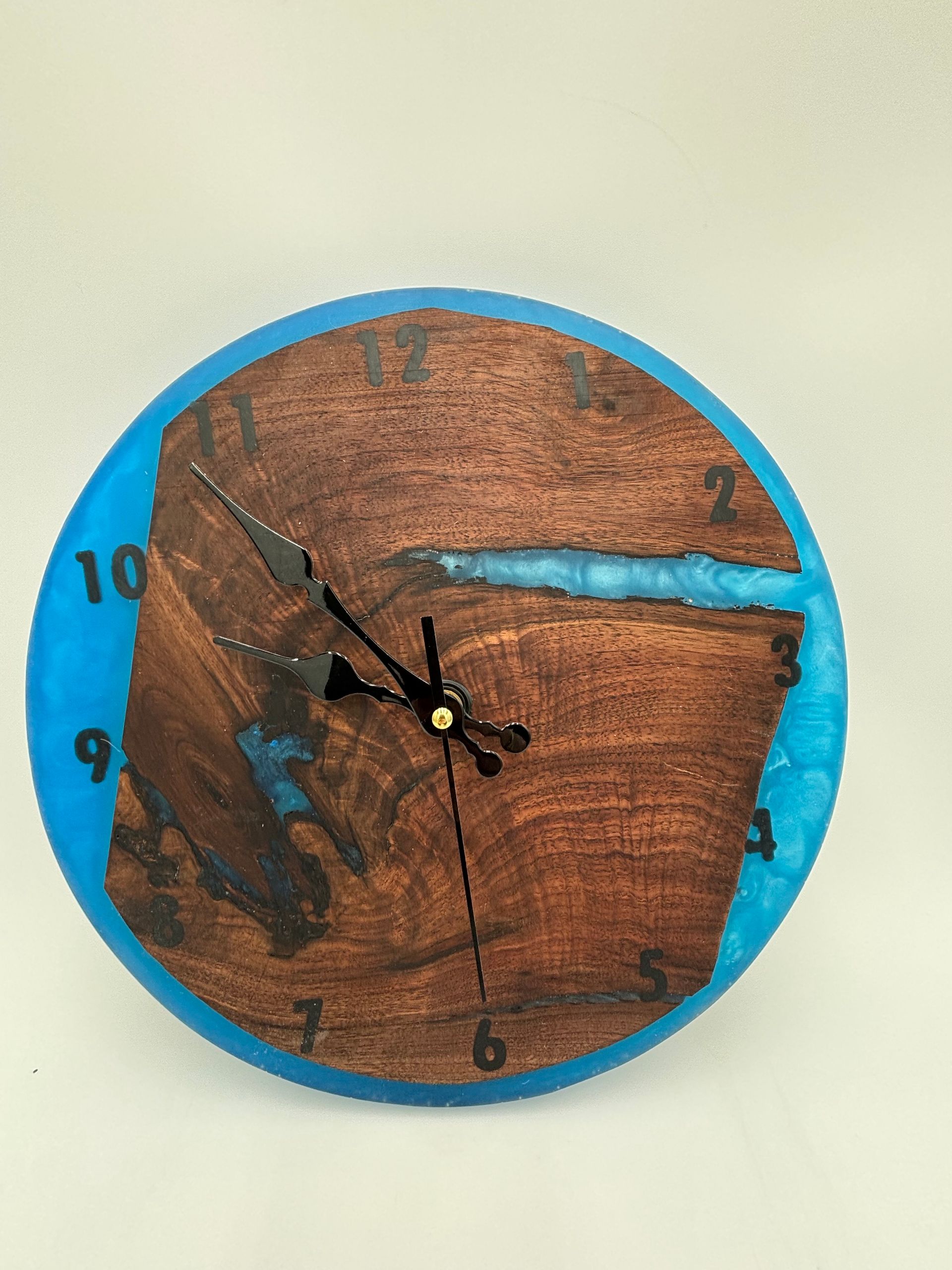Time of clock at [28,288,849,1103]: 9:53
